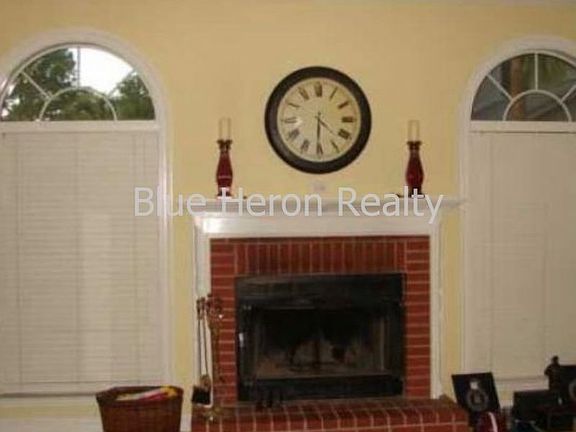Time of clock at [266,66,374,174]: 4:30
